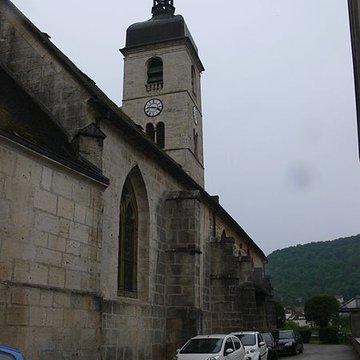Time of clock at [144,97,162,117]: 9:18
